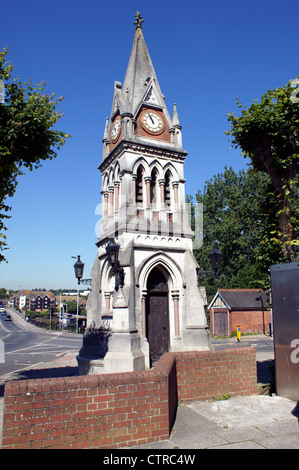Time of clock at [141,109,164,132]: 10:56
